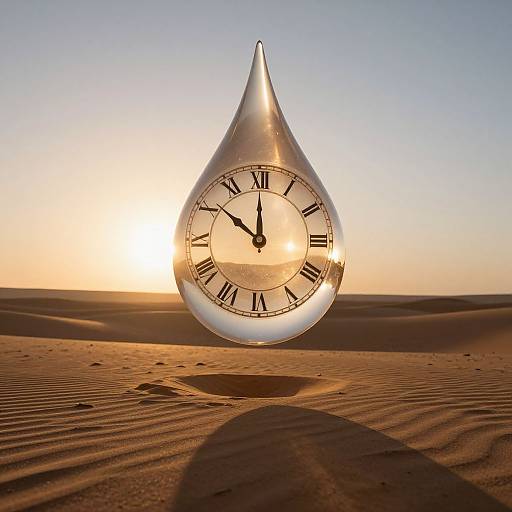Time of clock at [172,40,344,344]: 11:51
